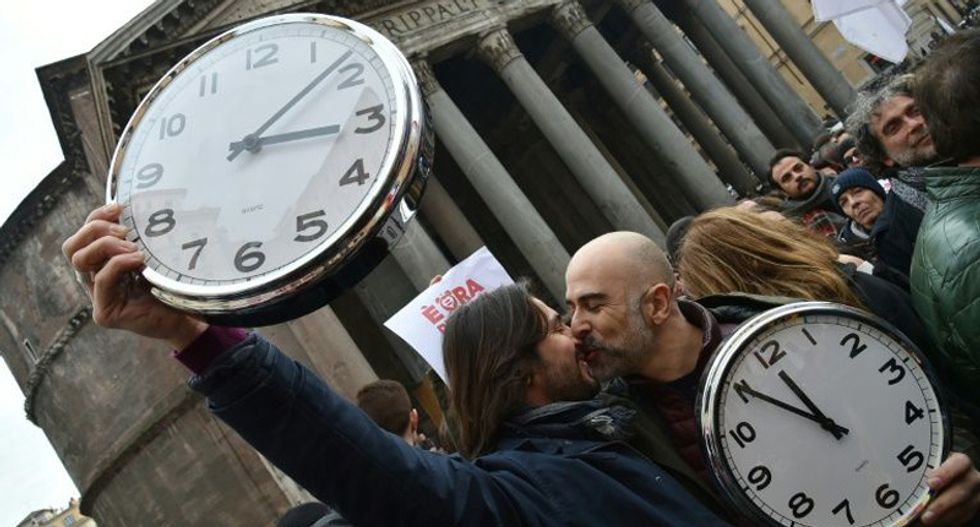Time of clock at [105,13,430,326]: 3:08
